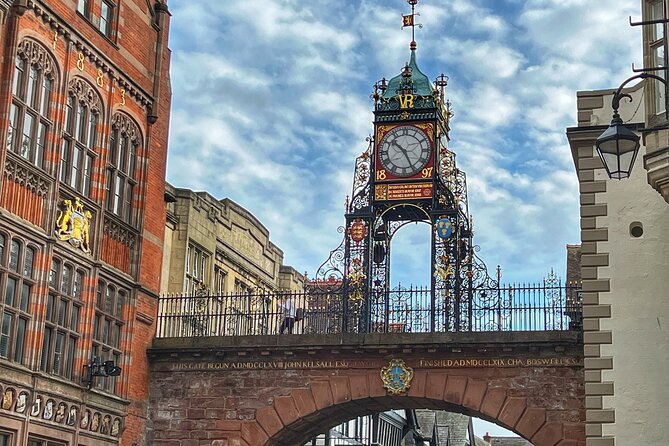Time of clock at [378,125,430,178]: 10:25
